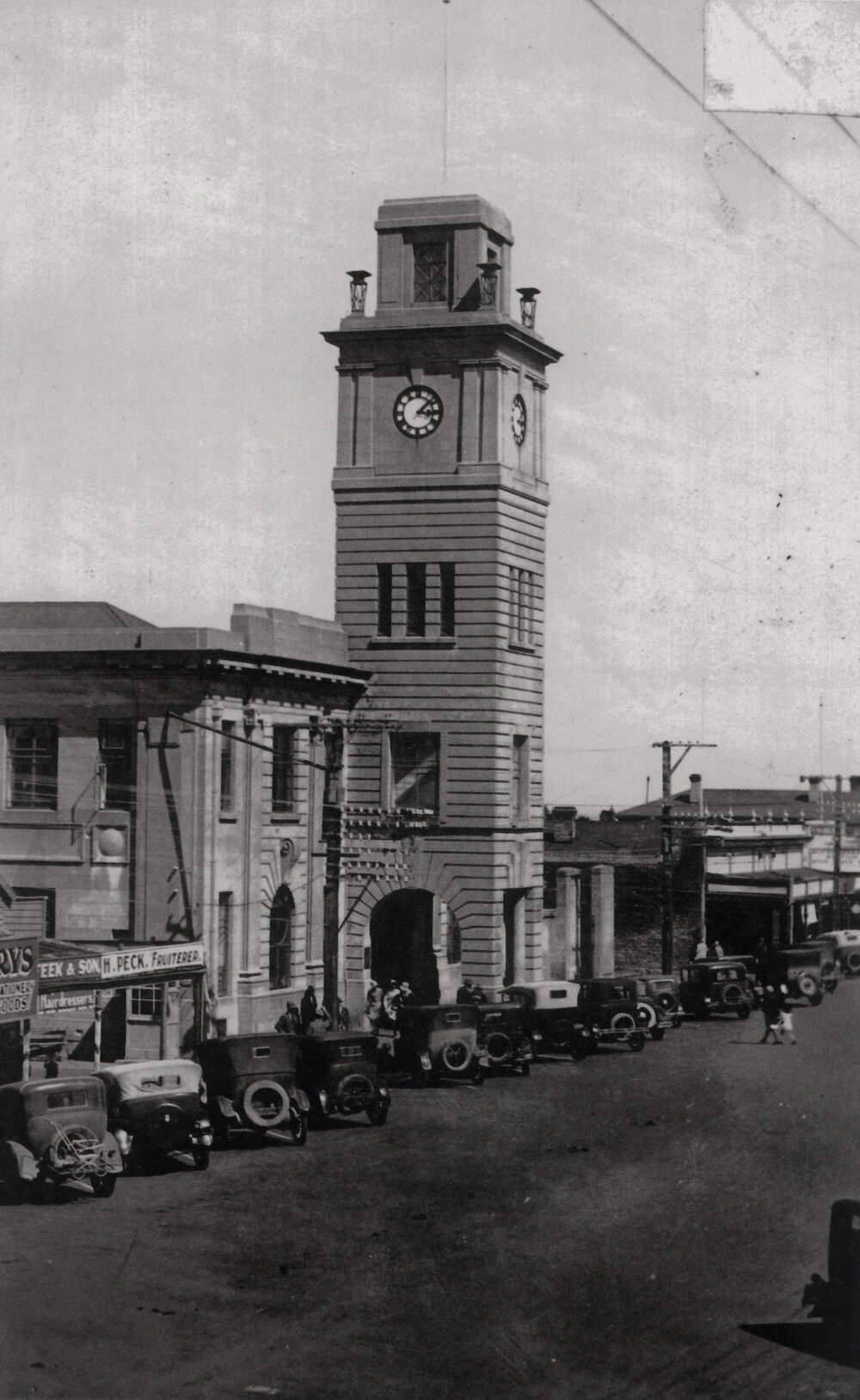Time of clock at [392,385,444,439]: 3:07
